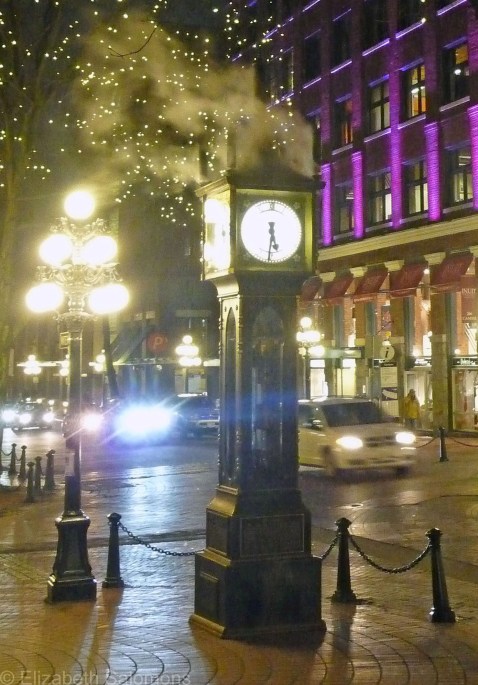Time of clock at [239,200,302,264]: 5:31
